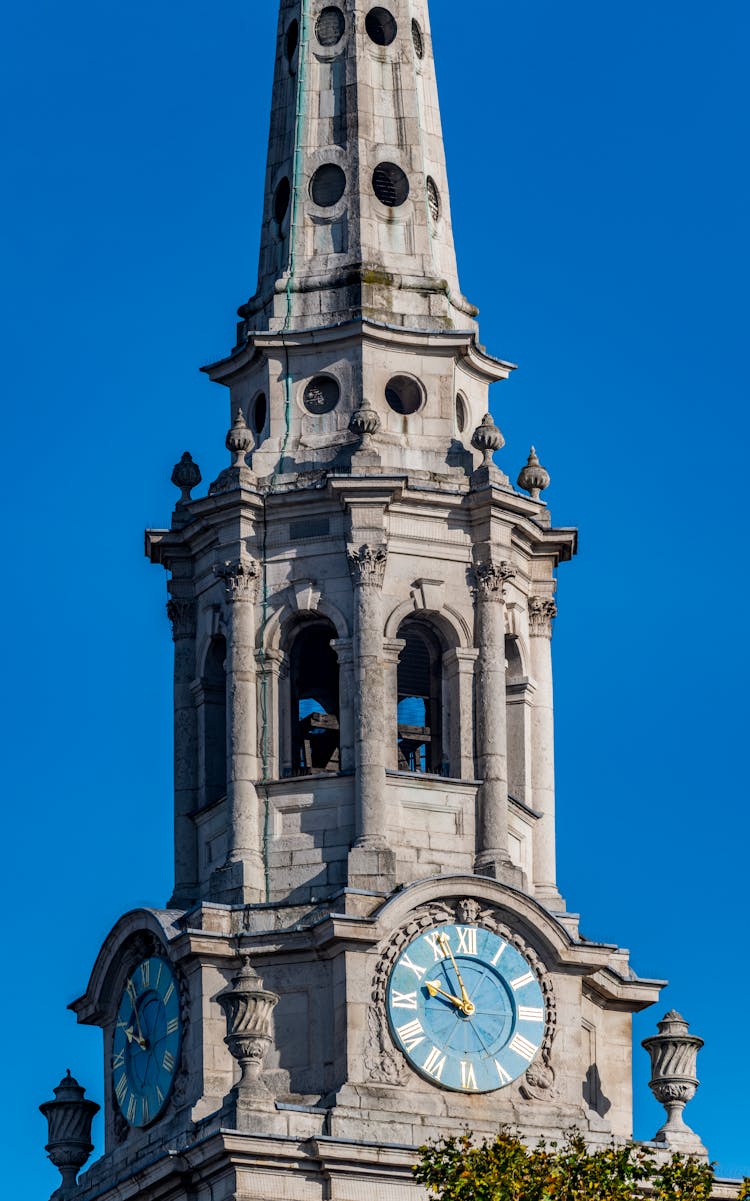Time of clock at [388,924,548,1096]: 9:56
